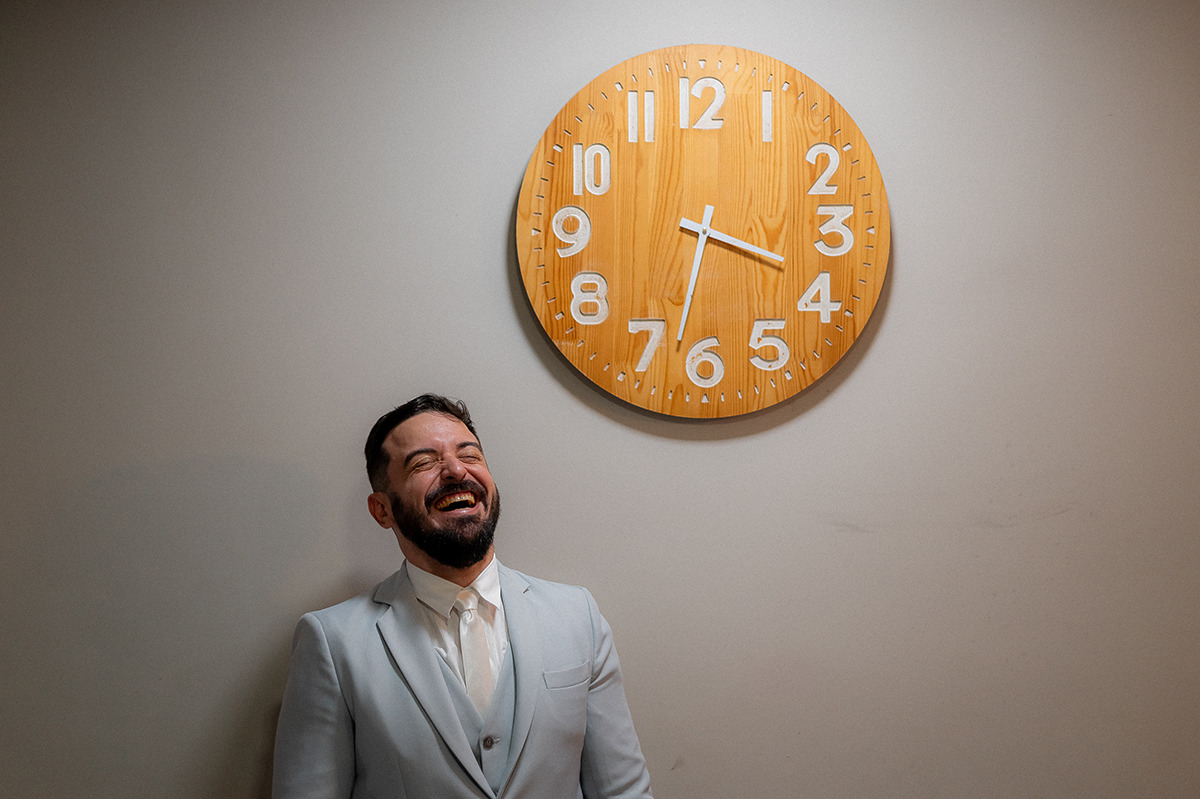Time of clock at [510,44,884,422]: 3:32
